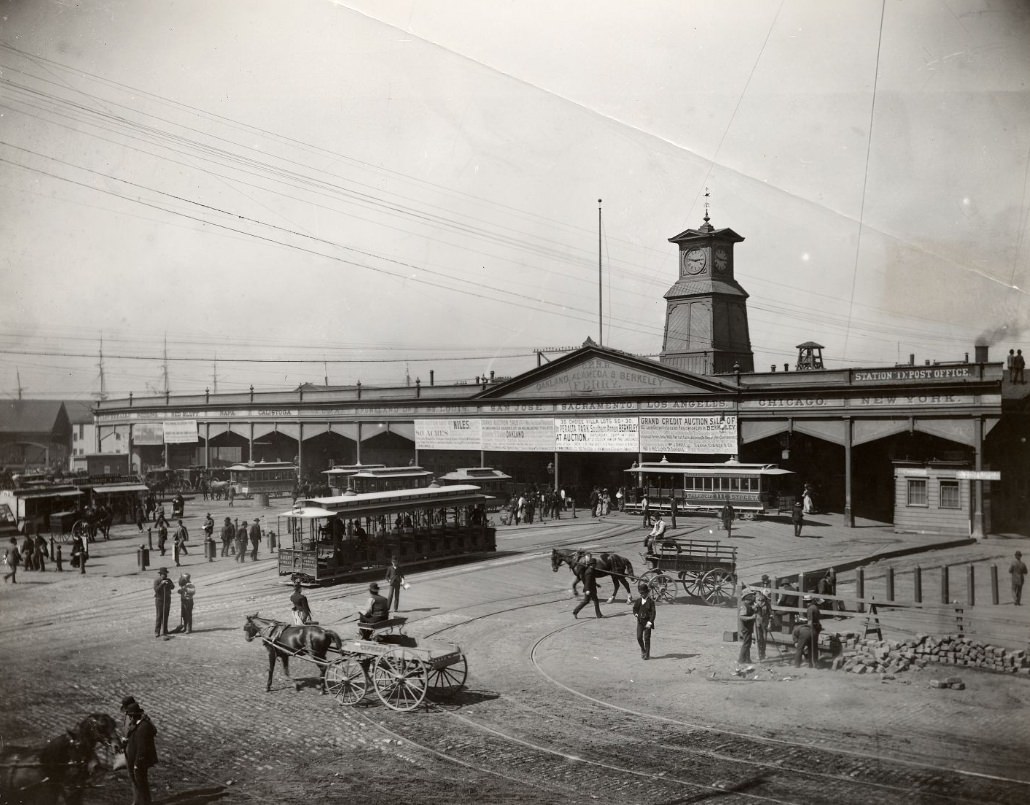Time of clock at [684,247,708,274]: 2:47
